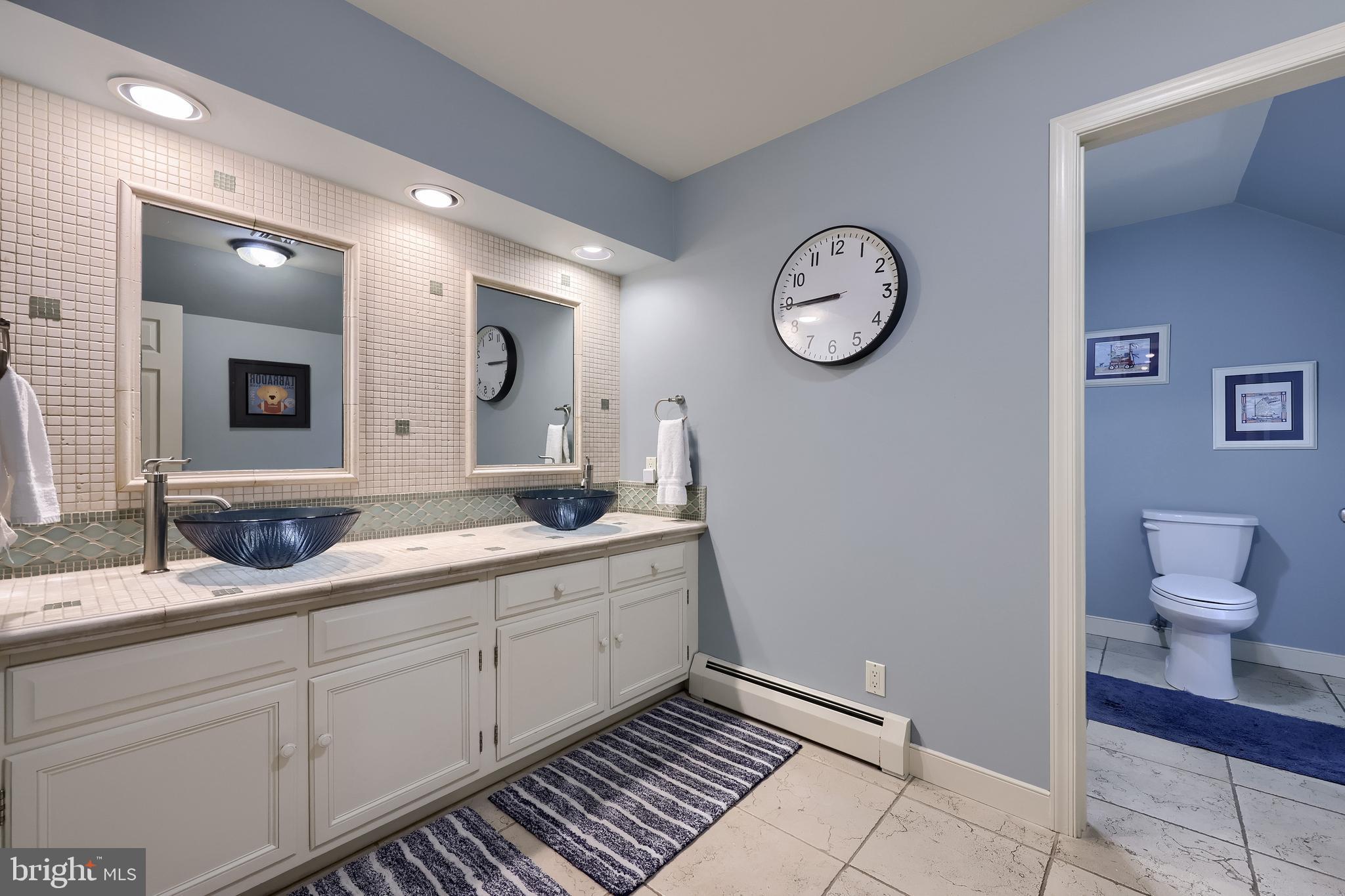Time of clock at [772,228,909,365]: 8:44
